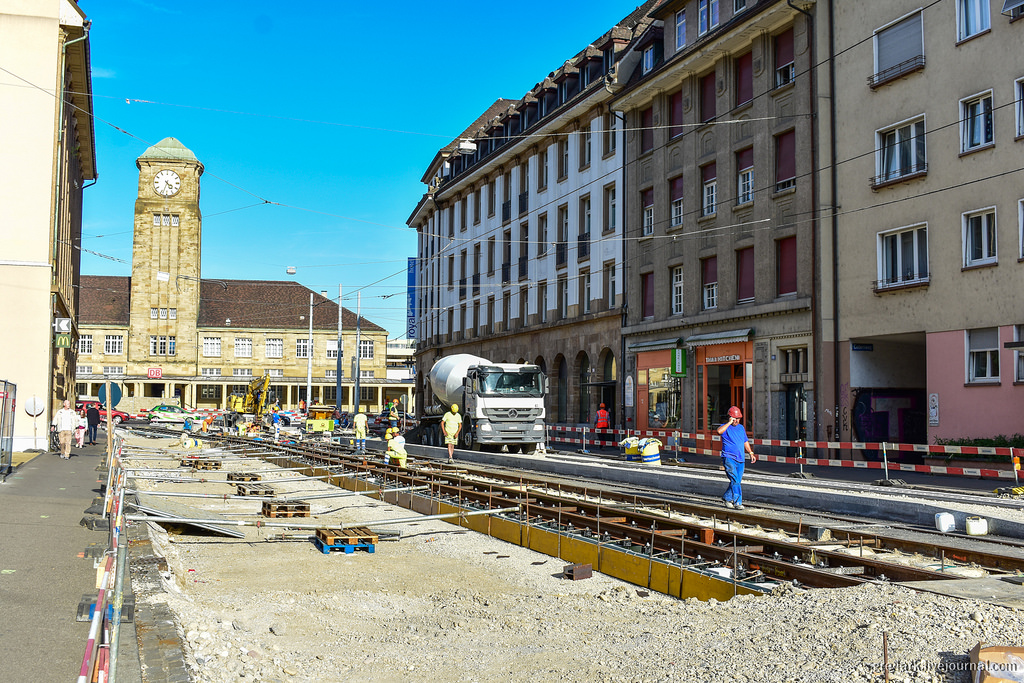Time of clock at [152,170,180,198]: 4:33
